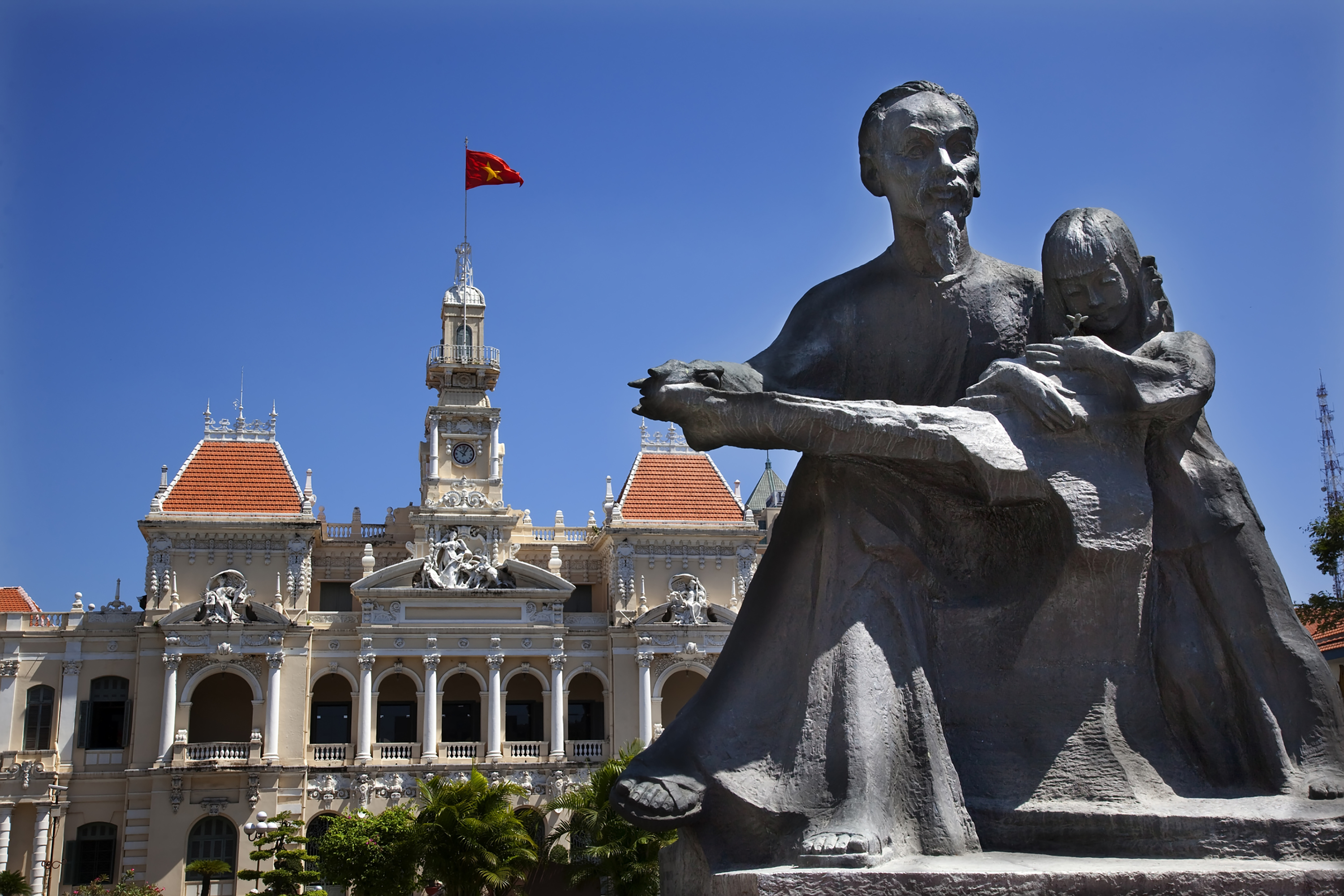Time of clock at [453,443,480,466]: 10:04
